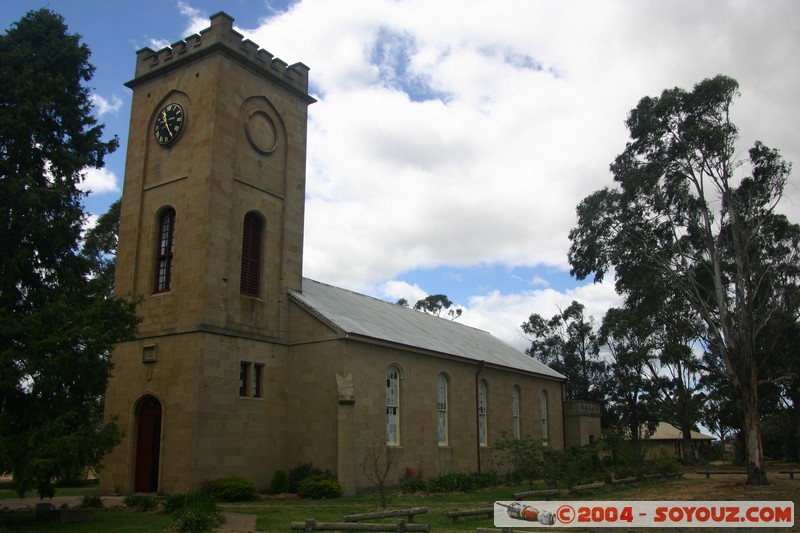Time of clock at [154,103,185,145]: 11:24
